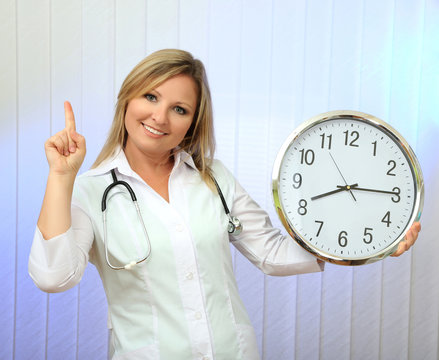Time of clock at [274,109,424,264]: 8:14
